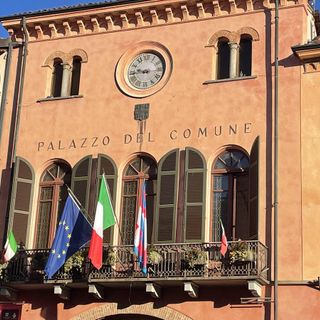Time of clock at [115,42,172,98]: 9:43
